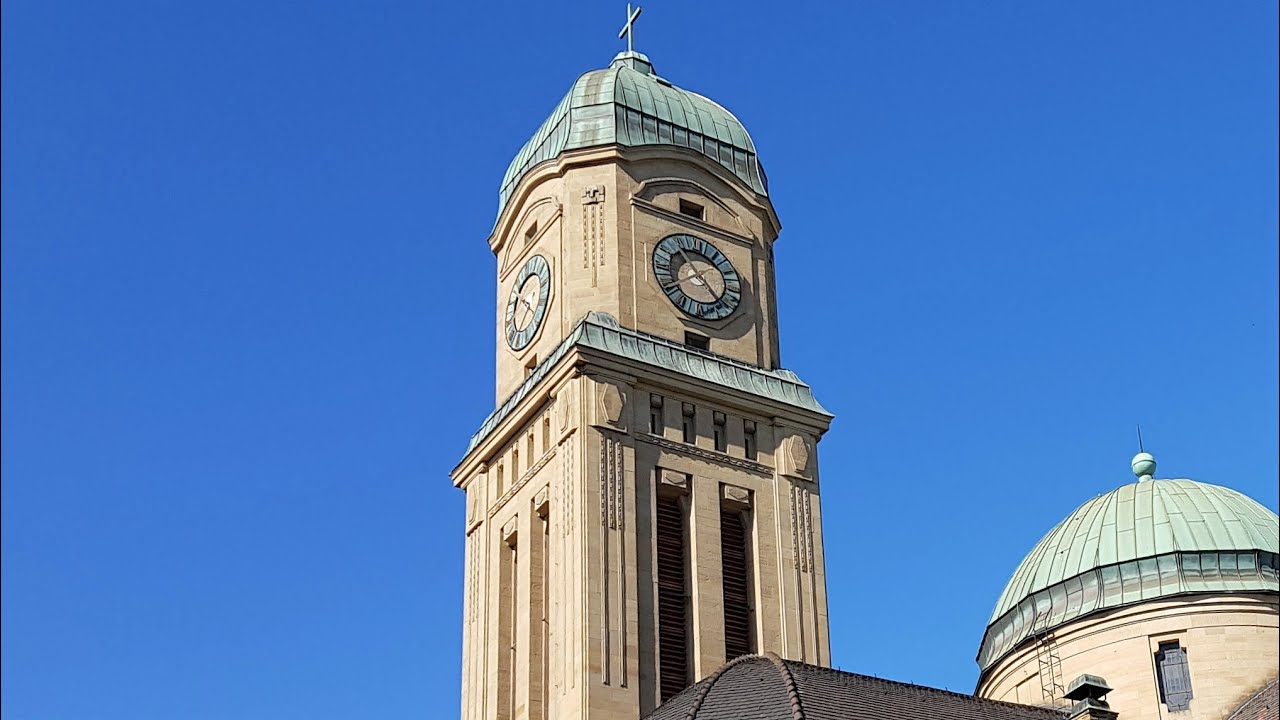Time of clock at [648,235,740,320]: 4:54
